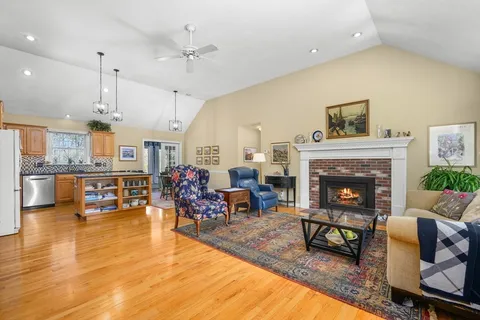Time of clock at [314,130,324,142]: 8:27
